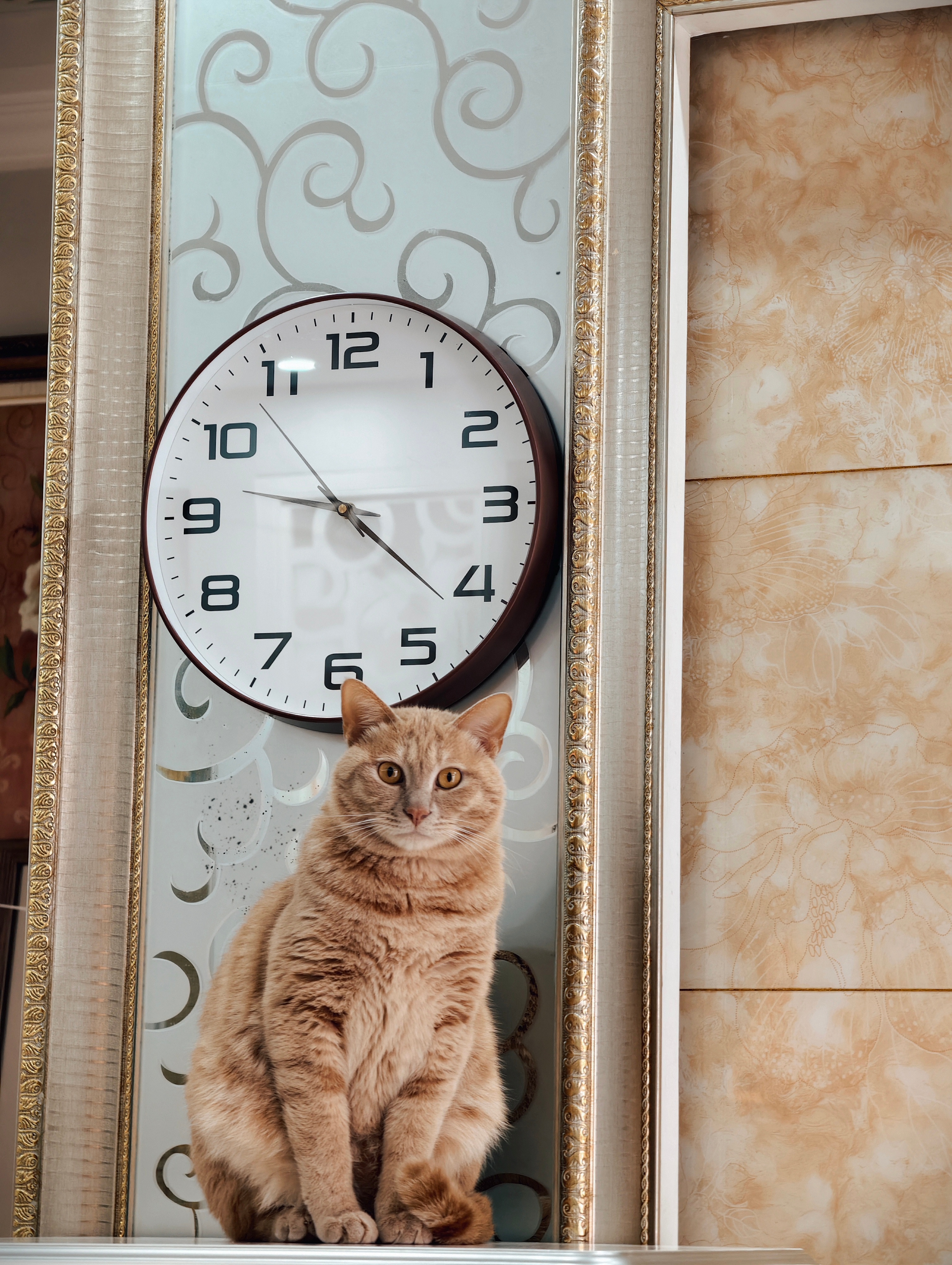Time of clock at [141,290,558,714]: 9:21
